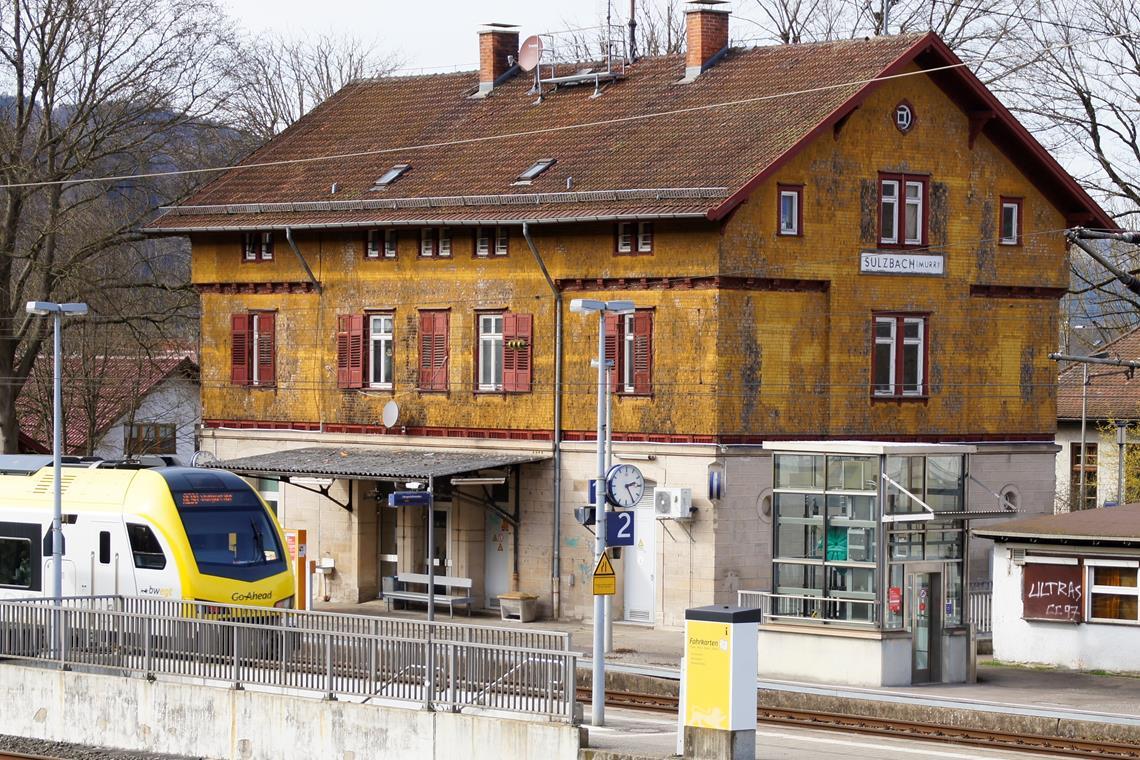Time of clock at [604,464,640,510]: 2:24
